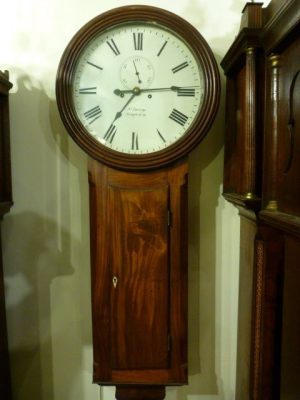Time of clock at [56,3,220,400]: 7:14
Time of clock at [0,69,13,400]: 7:14
